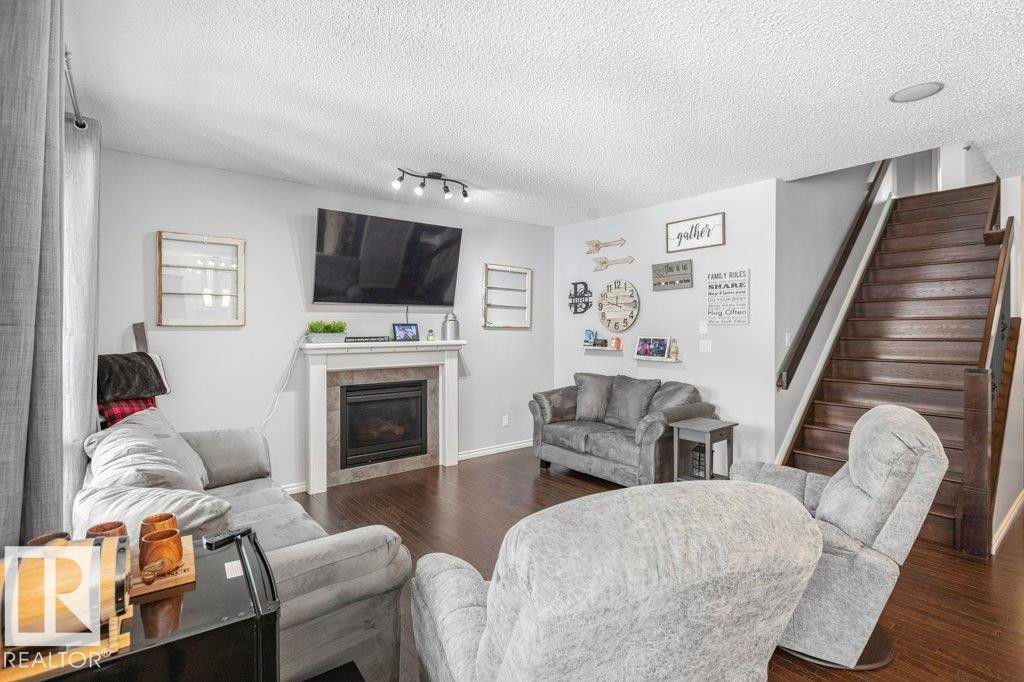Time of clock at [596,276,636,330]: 9:14
